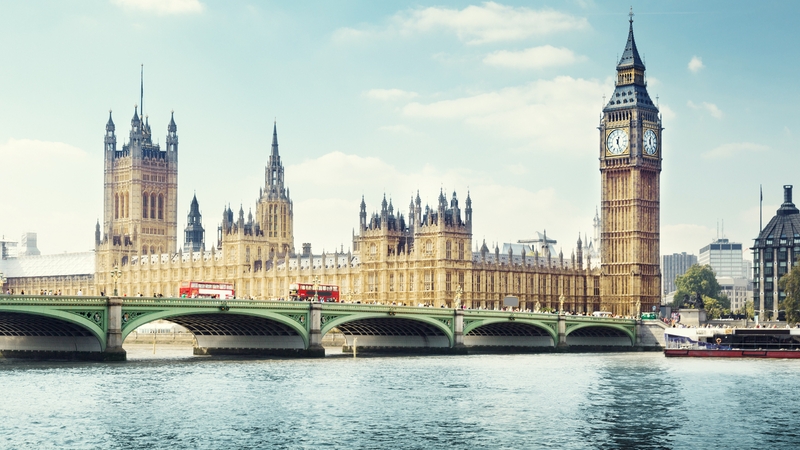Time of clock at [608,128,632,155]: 12:26
